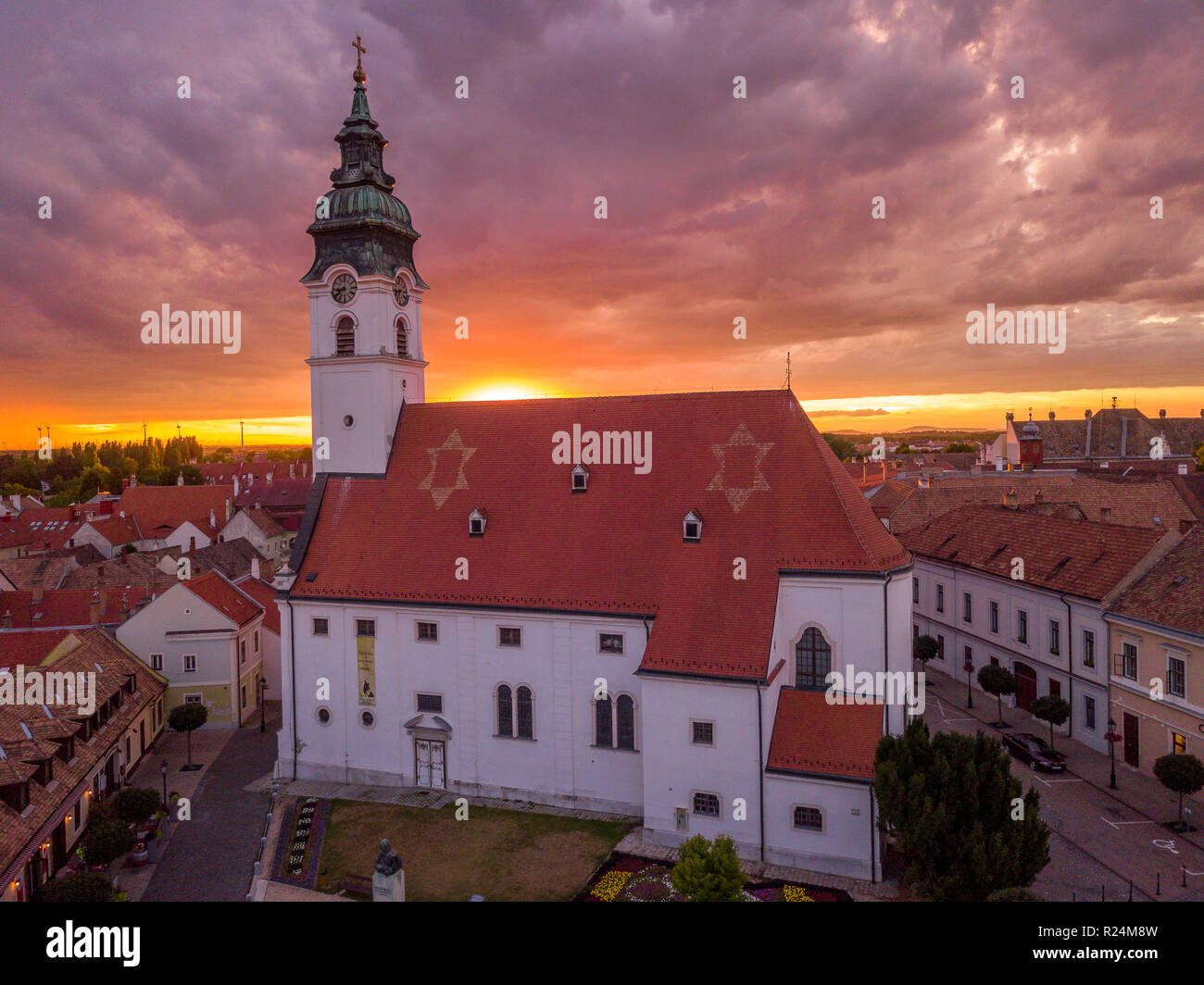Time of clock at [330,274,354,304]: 8:38
